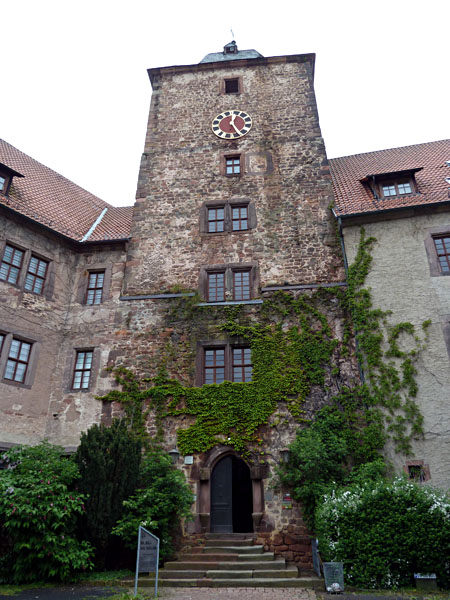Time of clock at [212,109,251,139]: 12:24
